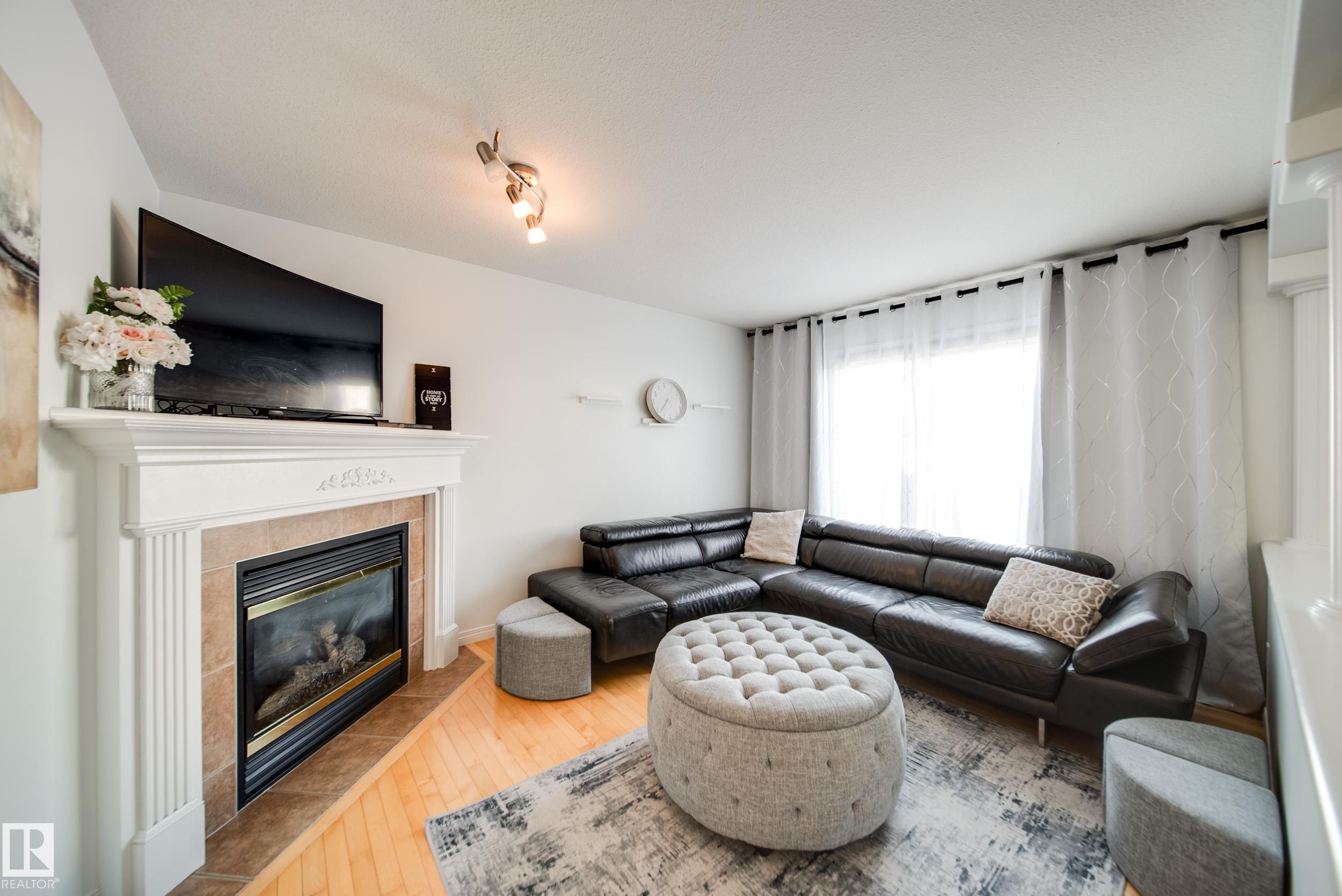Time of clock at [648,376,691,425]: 7:37
